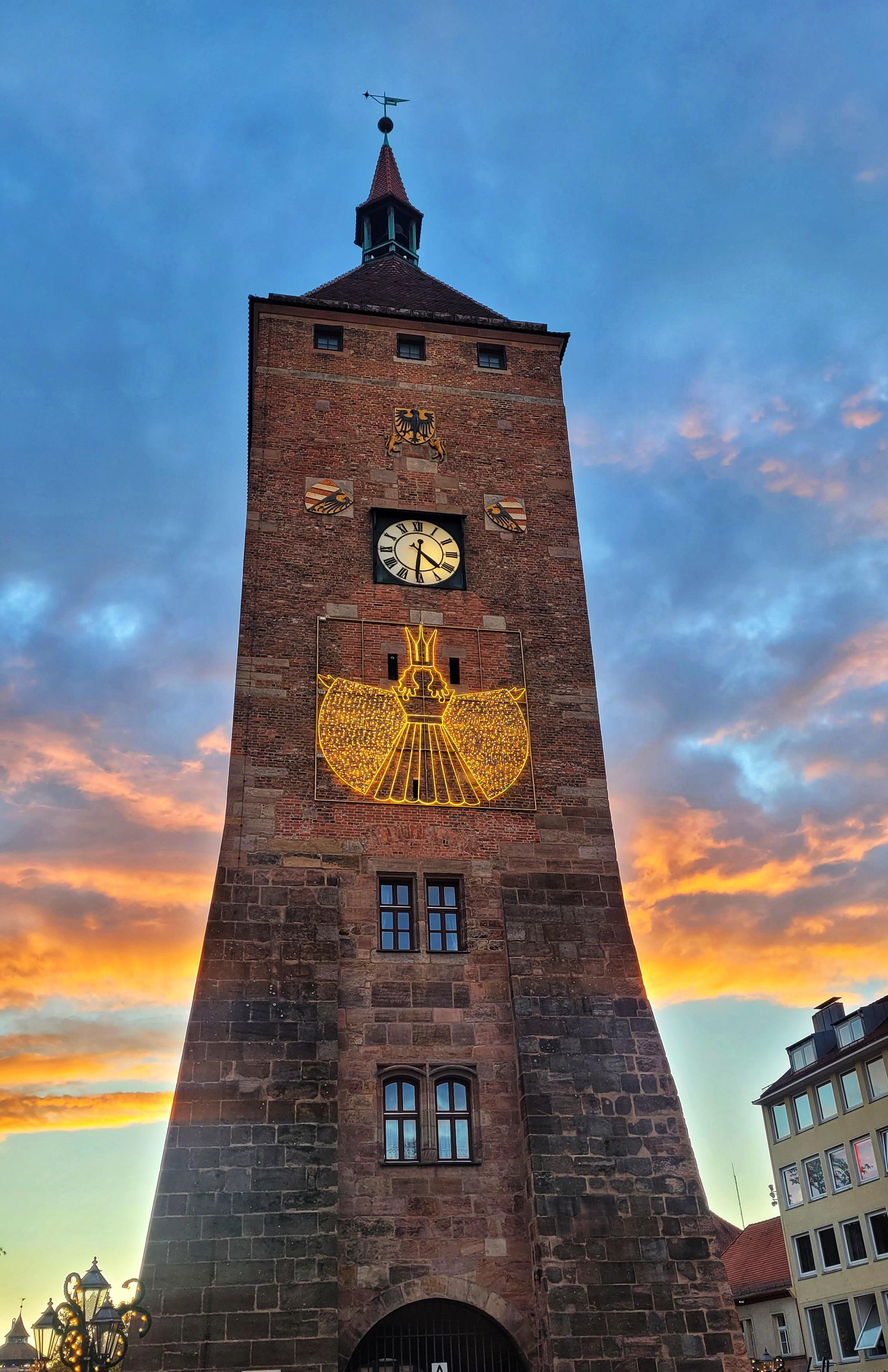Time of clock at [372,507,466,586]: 4:31
